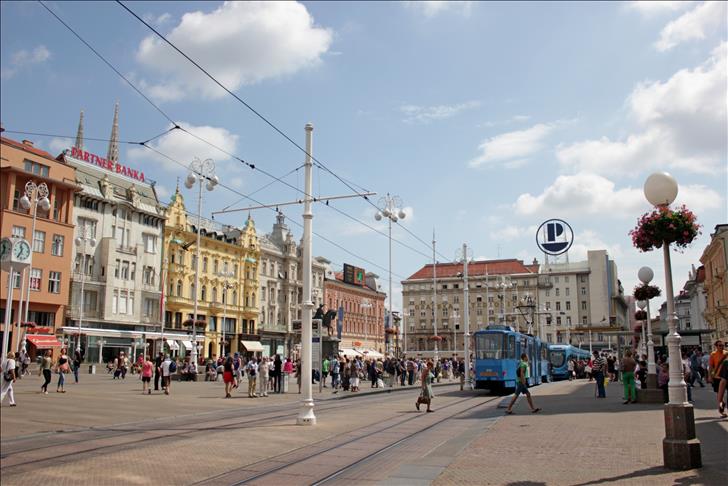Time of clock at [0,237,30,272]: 11:35
